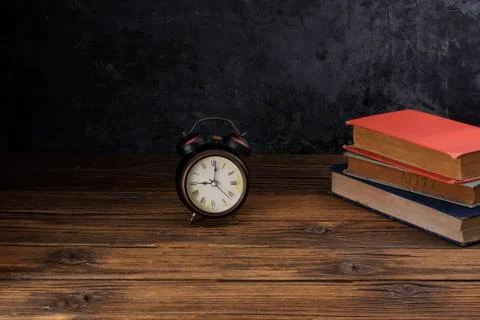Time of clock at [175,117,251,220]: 9:01
